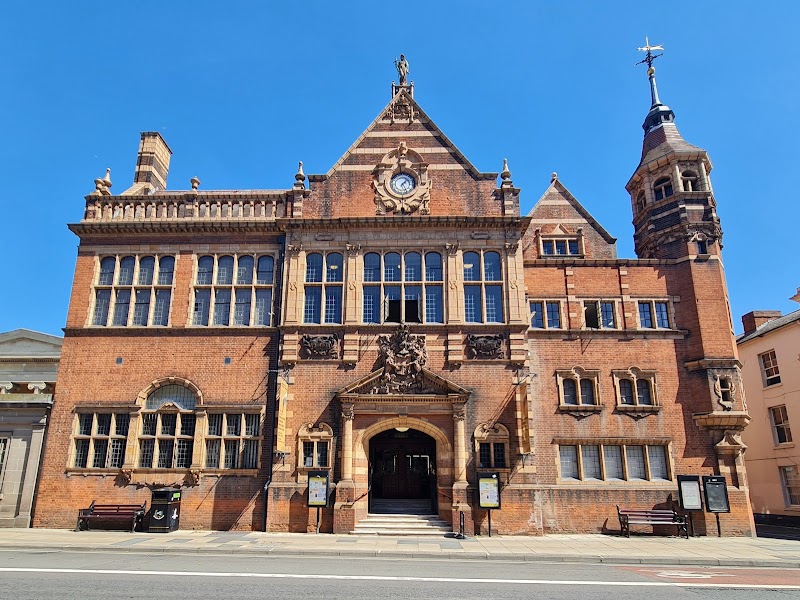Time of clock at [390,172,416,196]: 1:24
